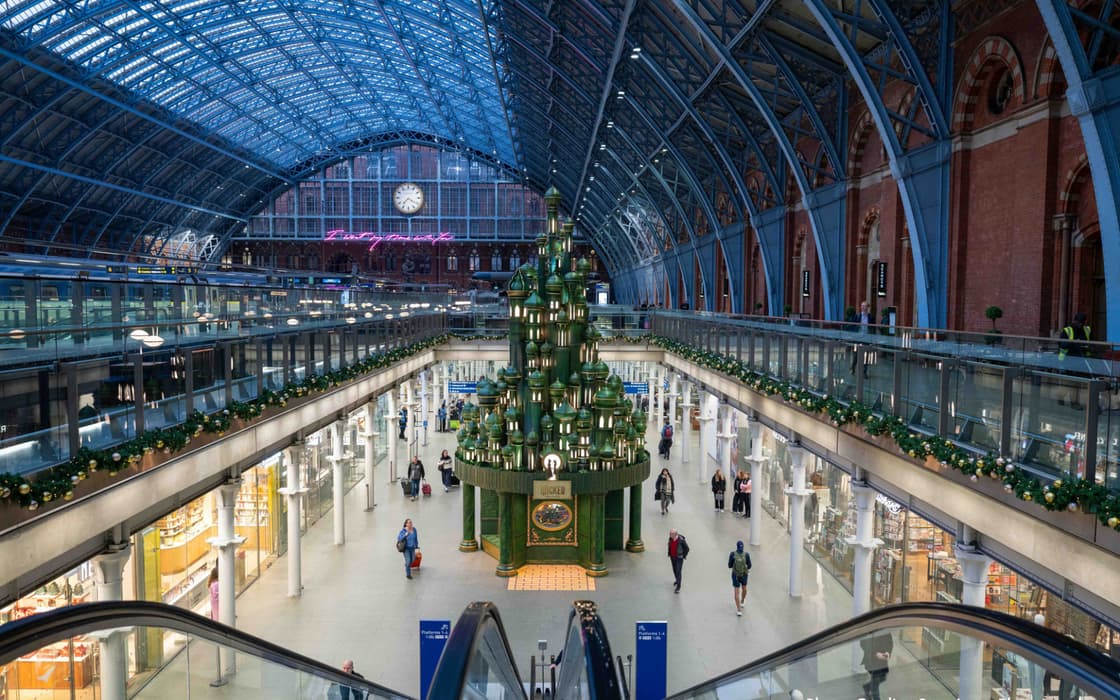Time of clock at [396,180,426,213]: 7:20
